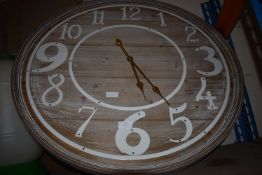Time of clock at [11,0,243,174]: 5:24
